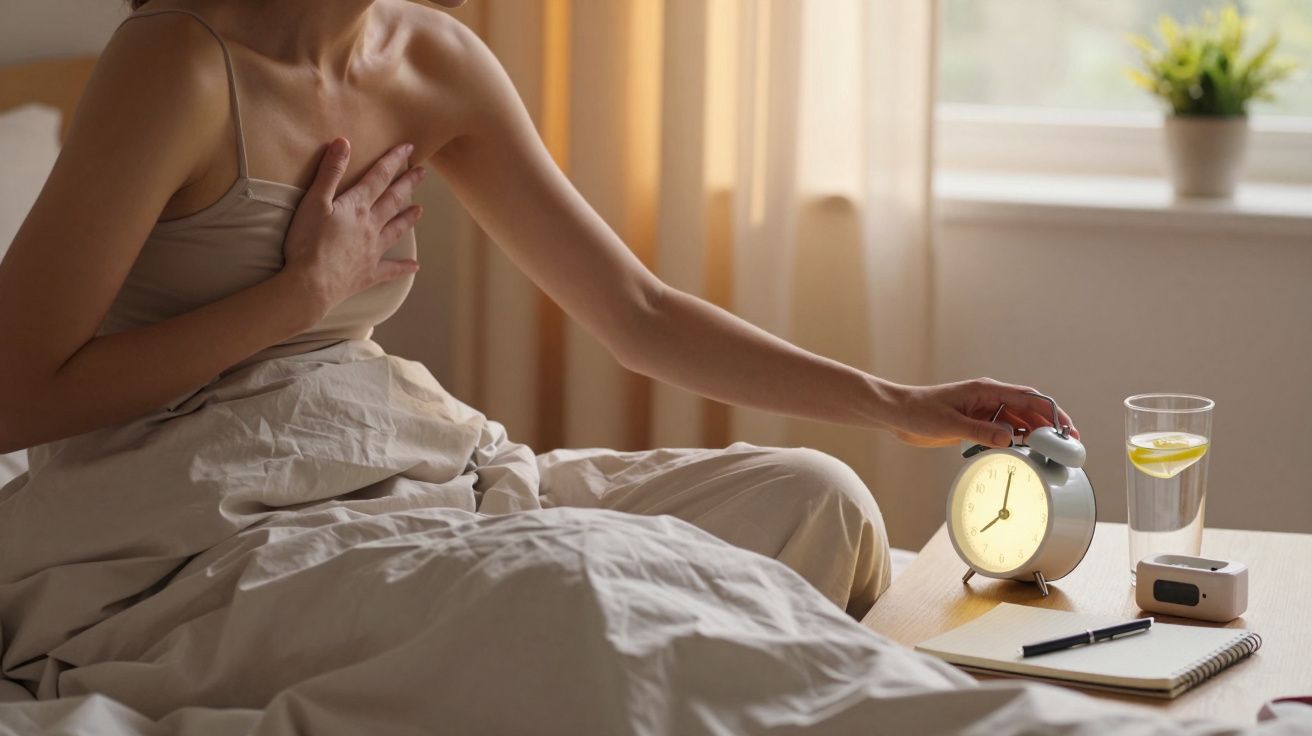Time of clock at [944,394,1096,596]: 8:00
